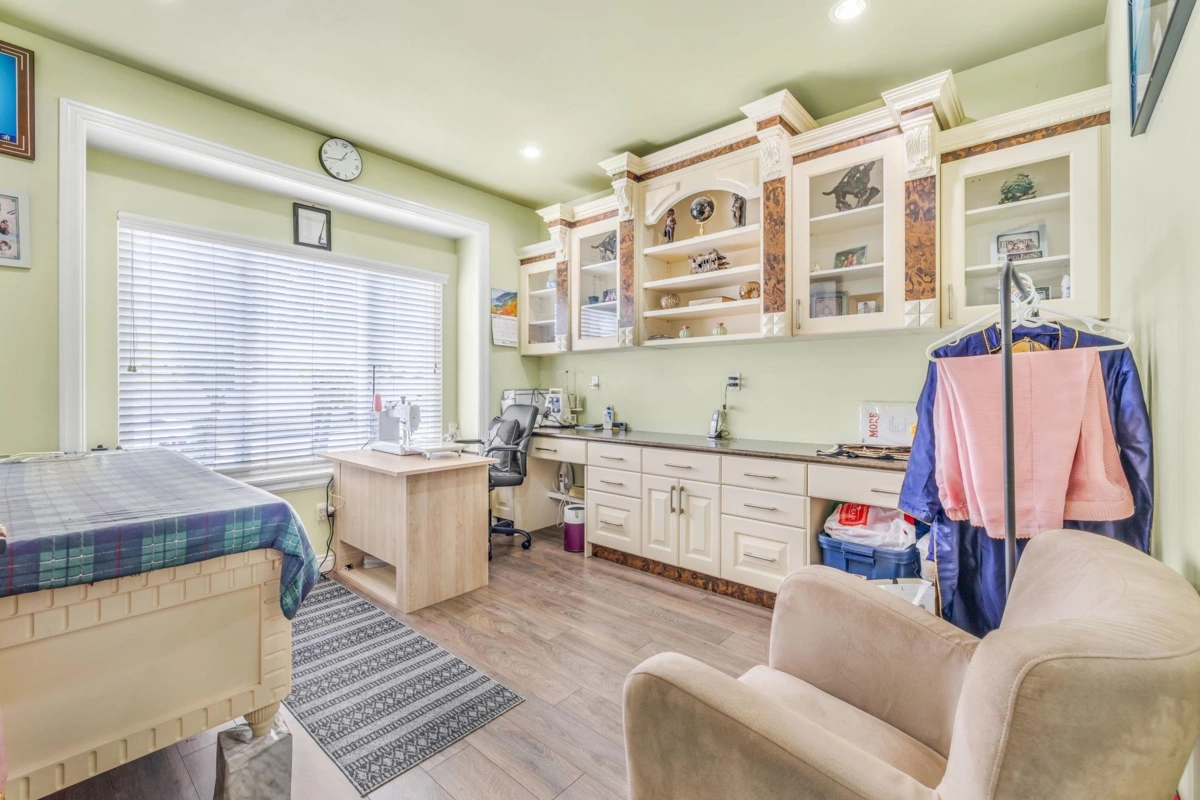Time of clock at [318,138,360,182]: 12:41
